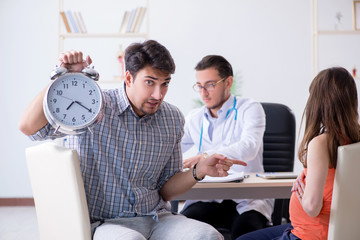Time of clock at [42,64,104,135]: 7:20
